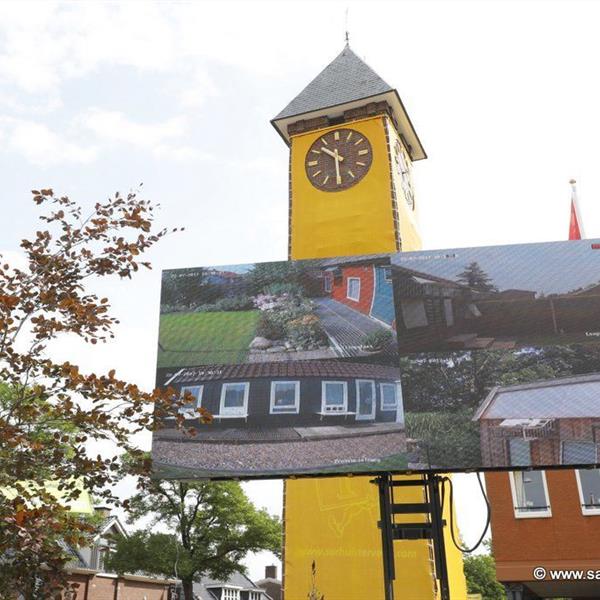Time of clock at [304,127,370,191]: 10:30
